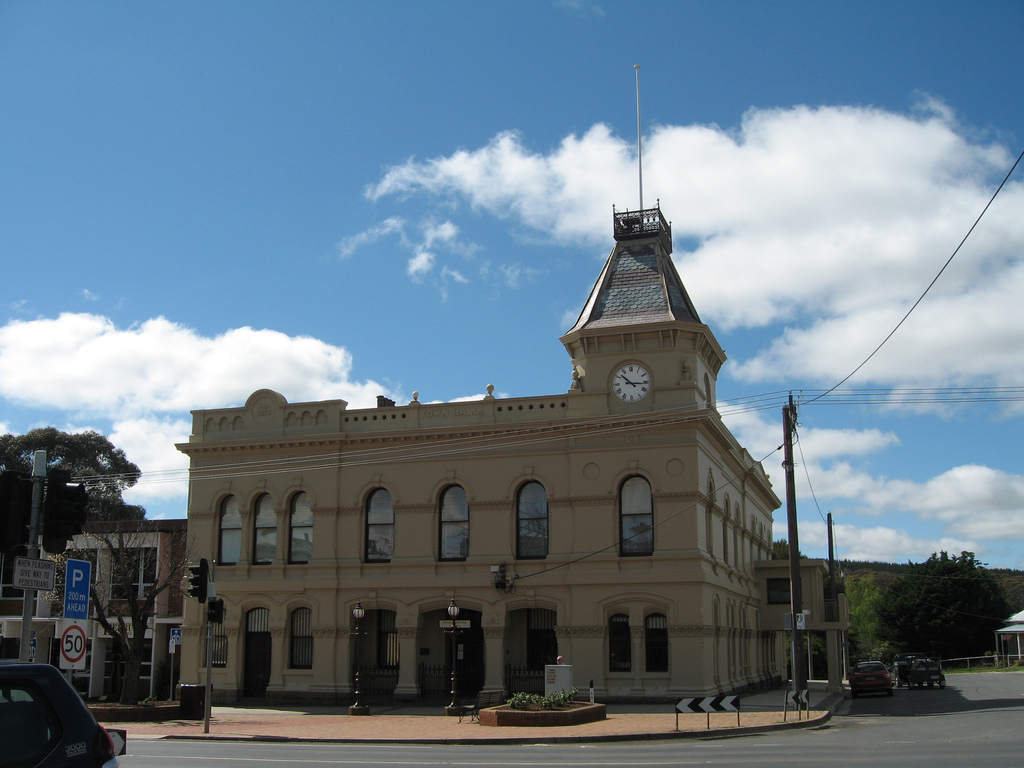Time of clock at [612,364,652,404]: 10:15
